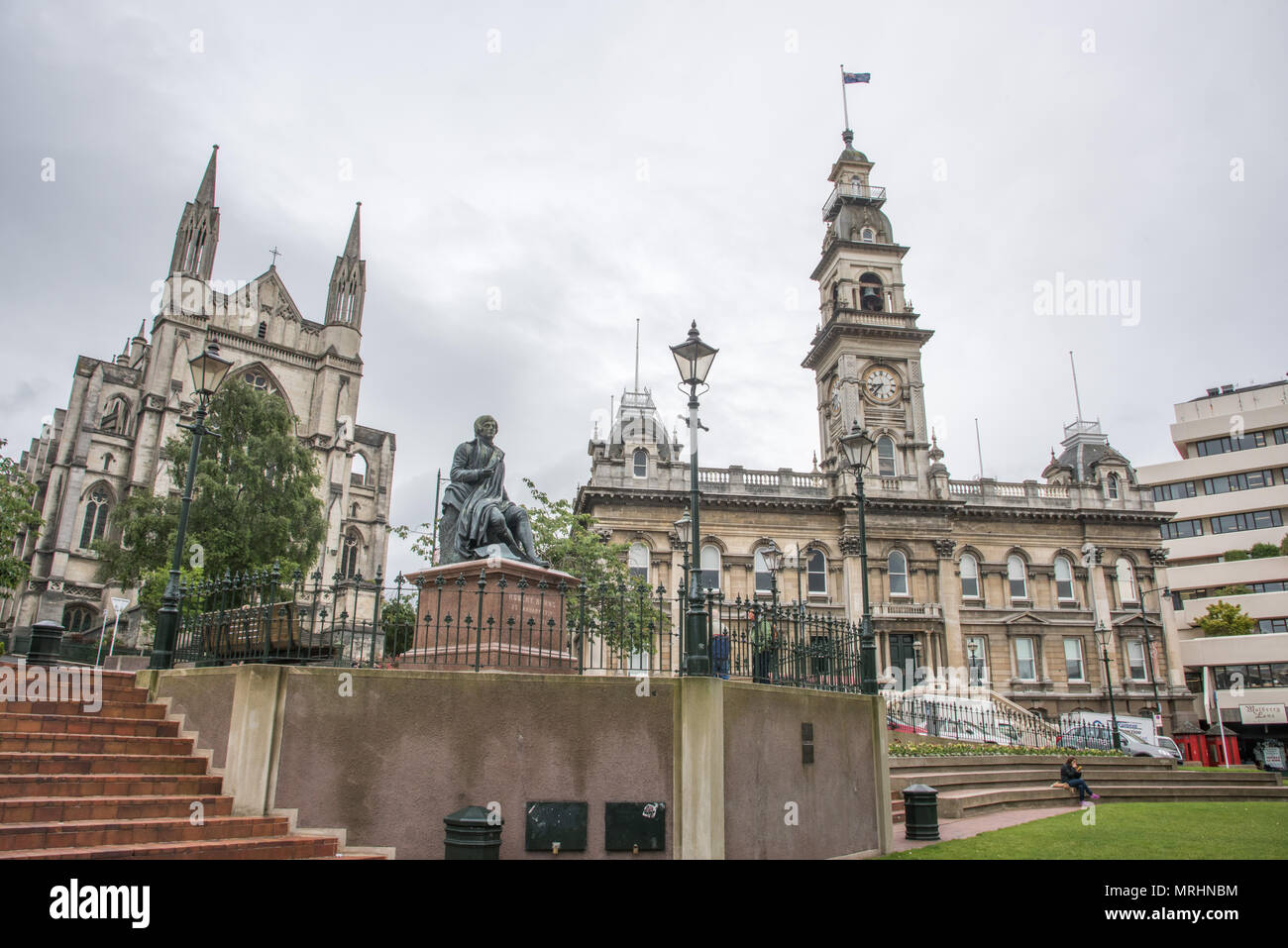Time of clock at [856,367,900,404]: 8:36
